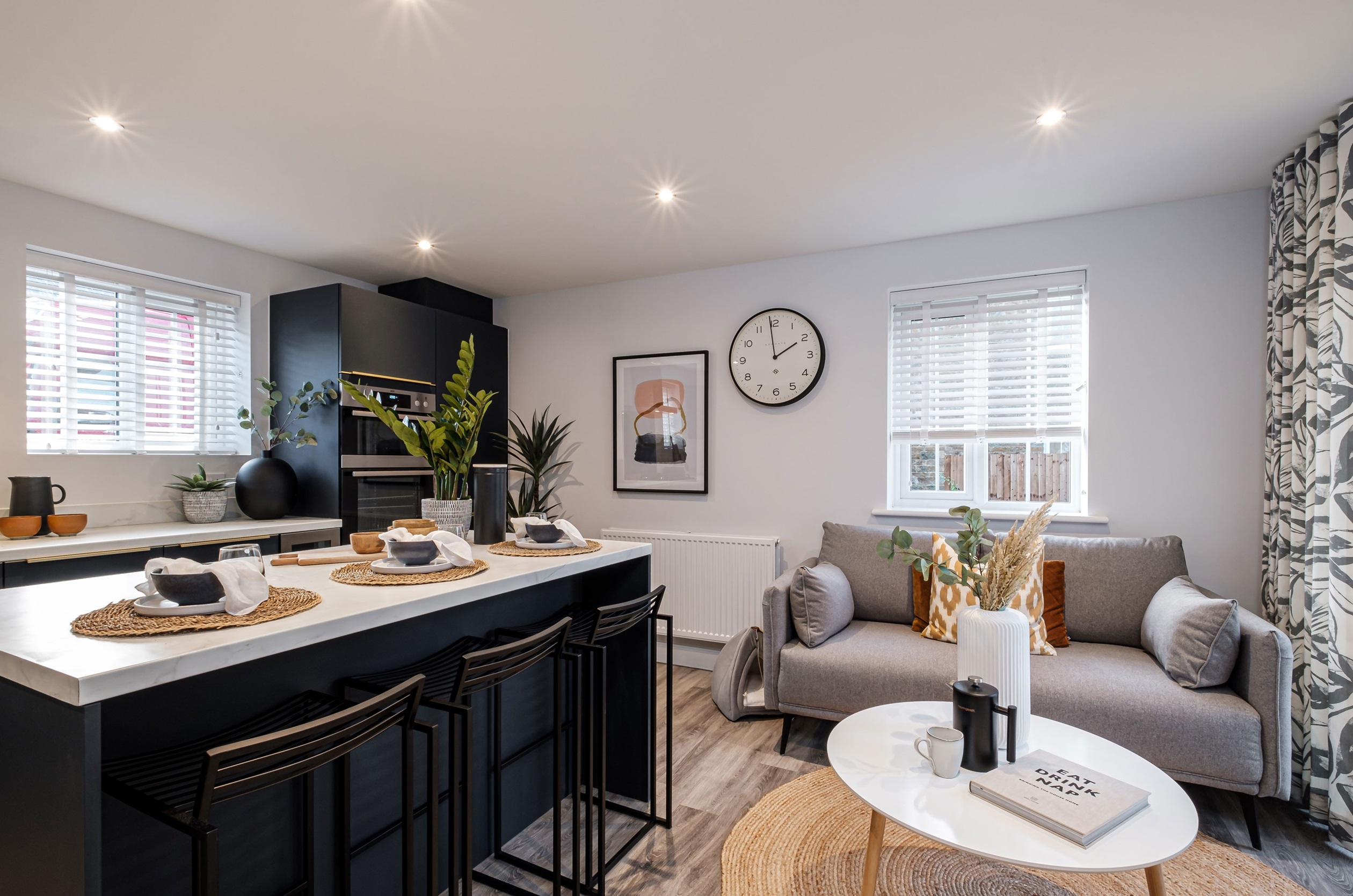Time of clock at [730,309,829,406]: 1:58
